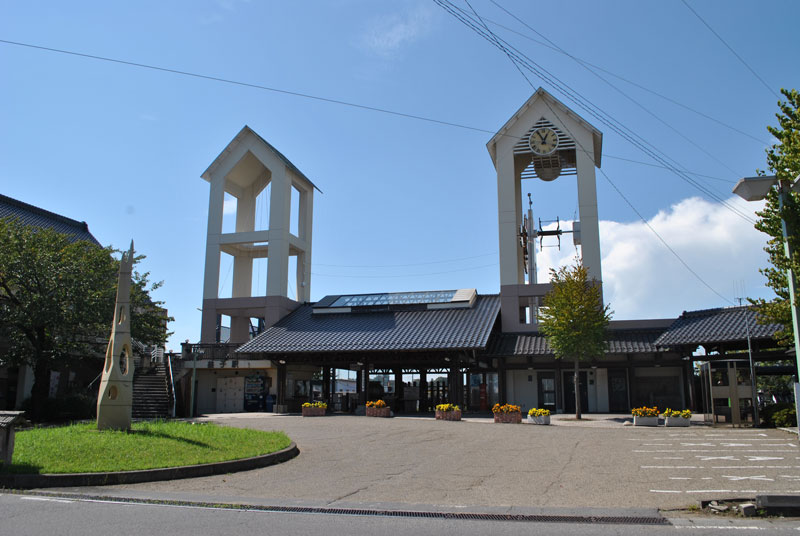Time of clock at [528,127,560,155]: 12:55
